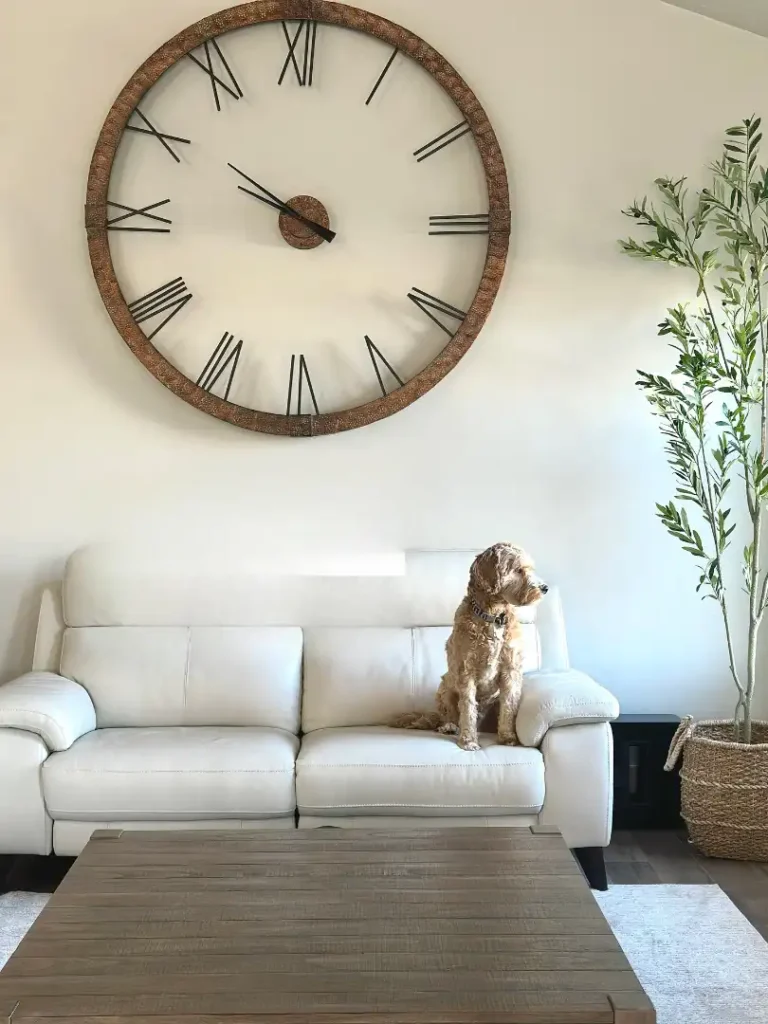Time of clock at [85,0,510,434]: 9:50
